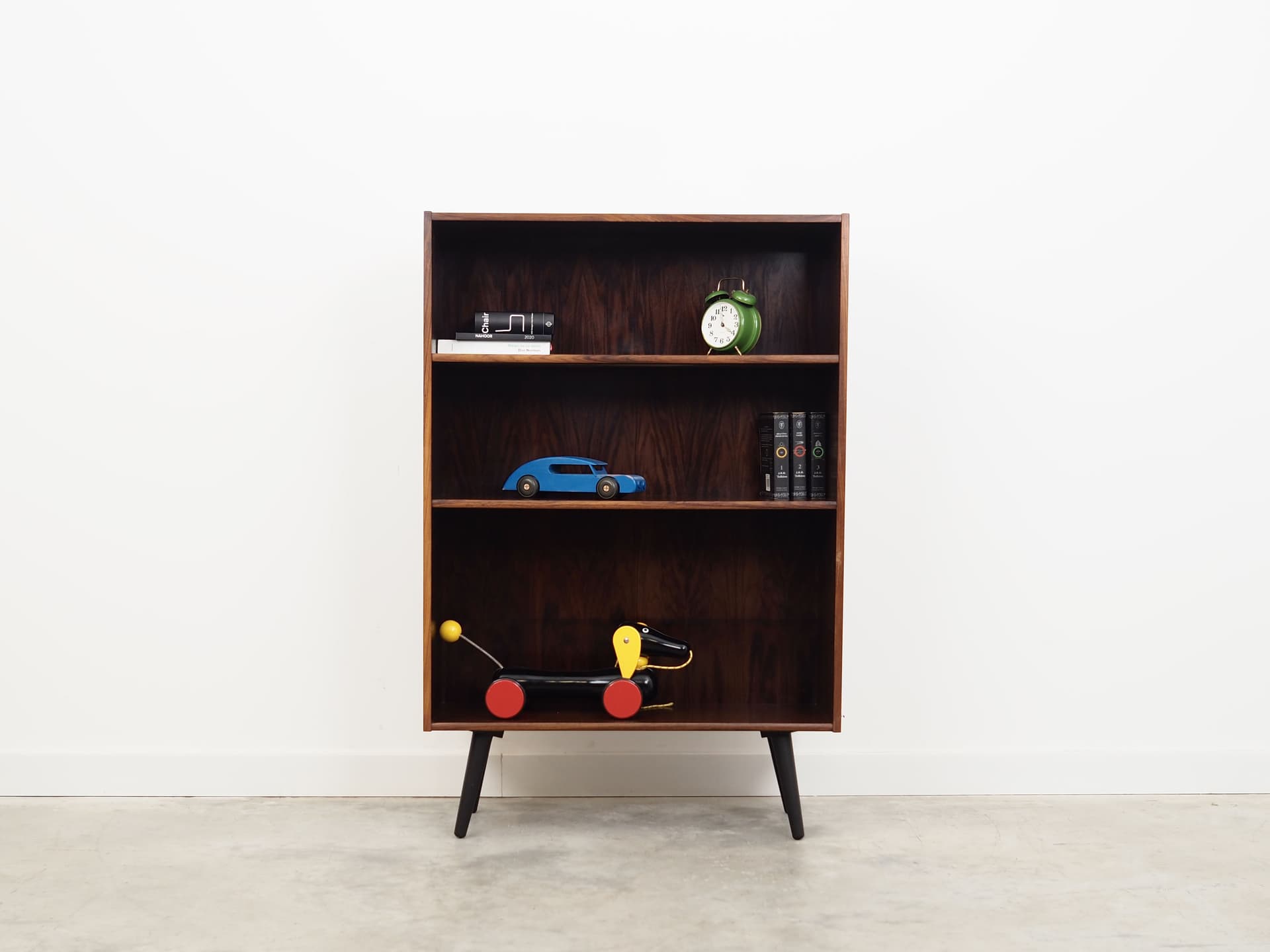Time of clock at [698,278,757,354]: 3:58
